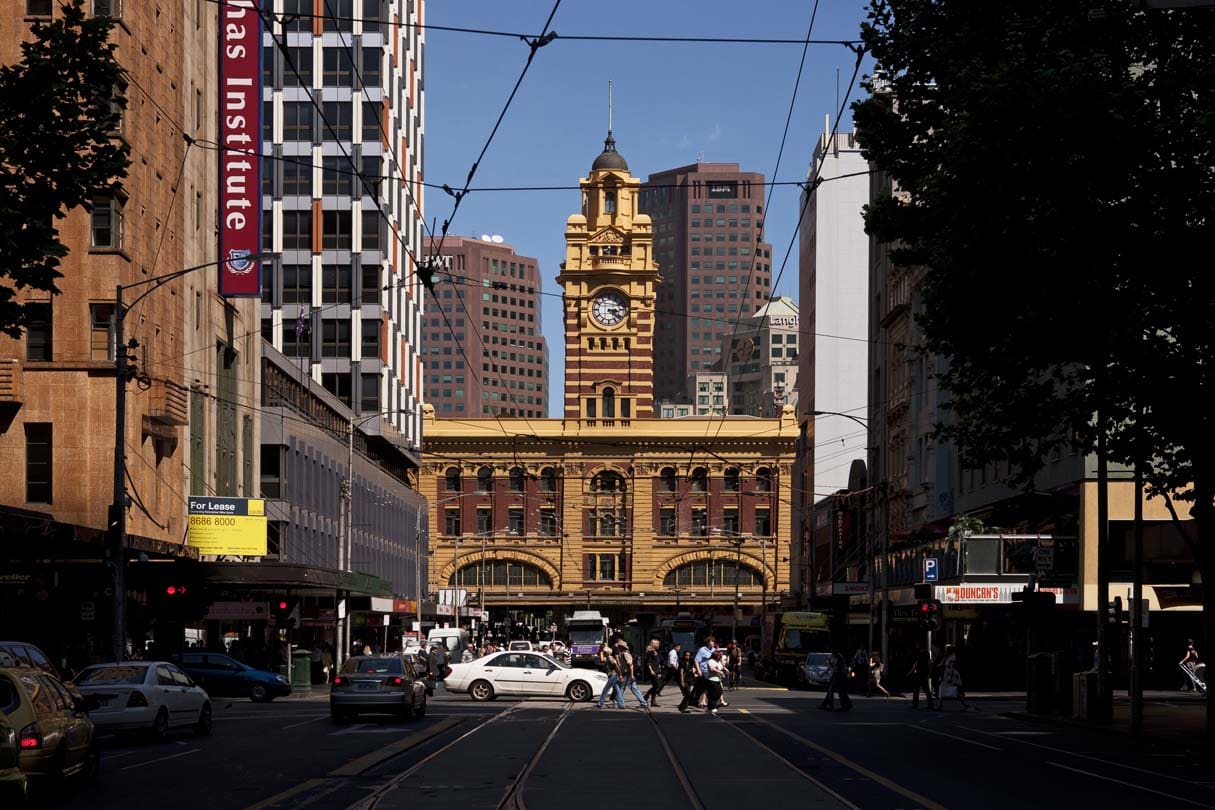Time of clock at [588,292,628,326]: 3:21
